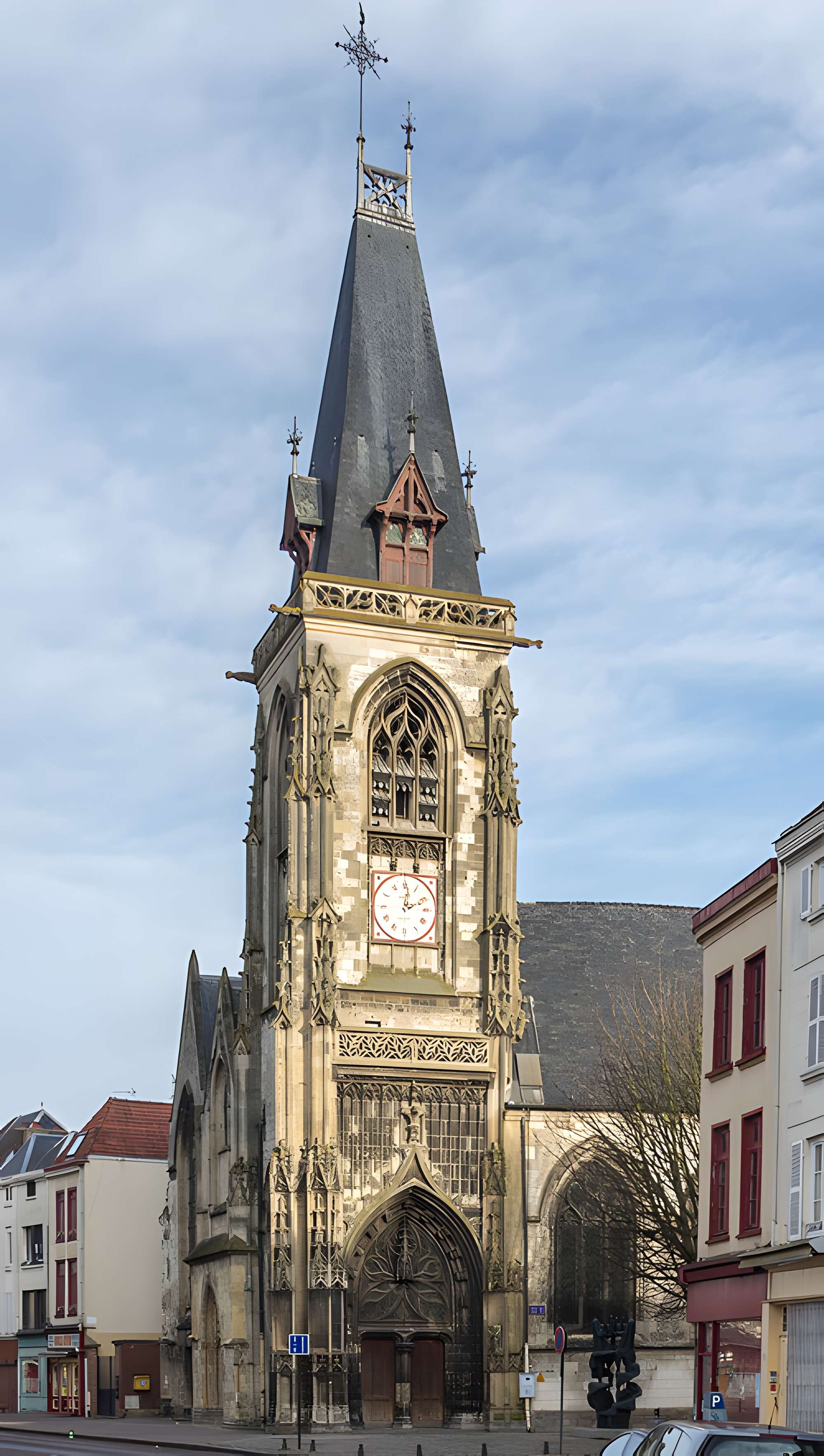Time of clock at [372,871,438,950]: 2:01
